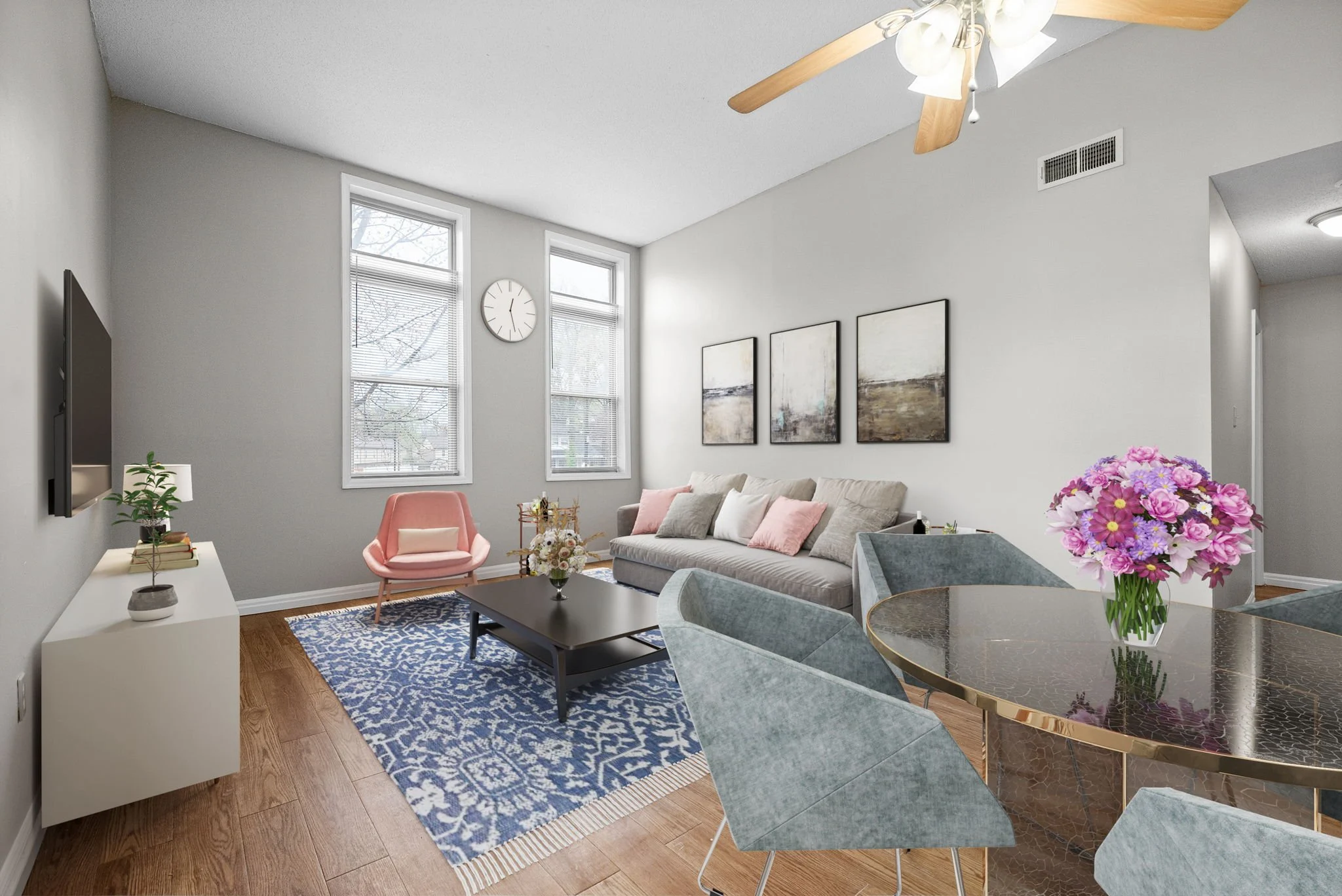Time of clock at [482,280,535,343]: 12:27
